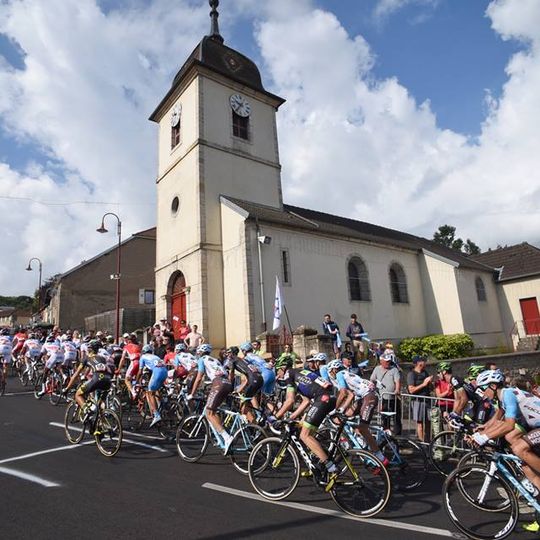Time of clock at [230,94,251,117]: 9:36
